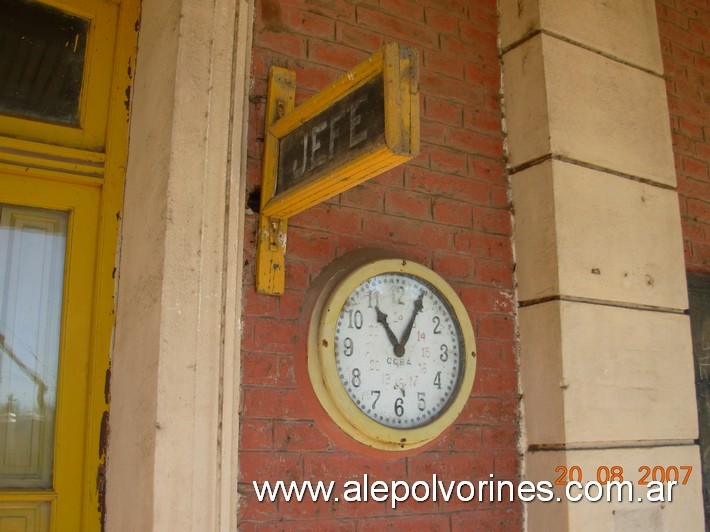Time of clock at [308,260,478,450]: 11:04
